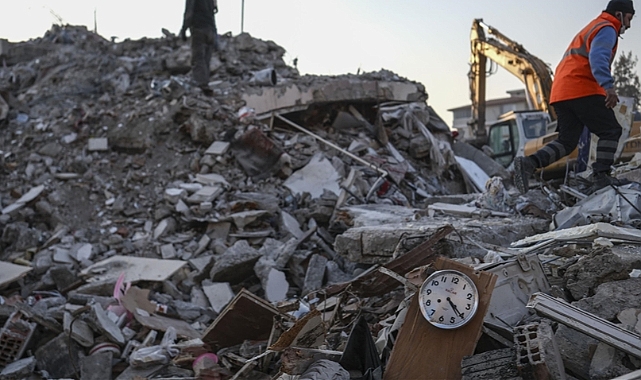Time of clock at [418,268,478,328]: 4:20
